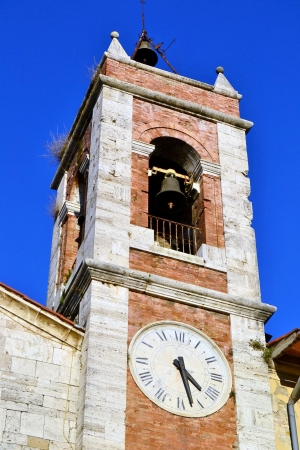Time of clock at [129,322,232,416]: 4:27
